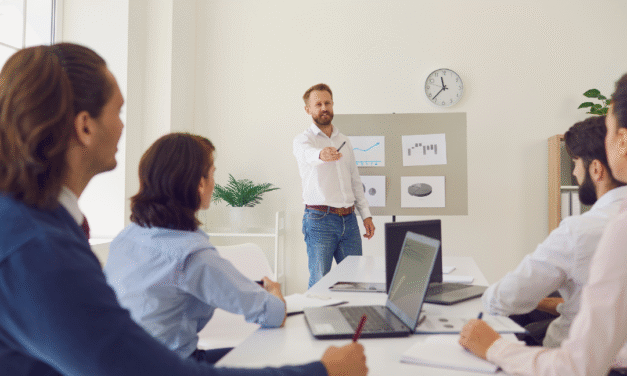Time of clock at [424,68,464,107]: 11:36
